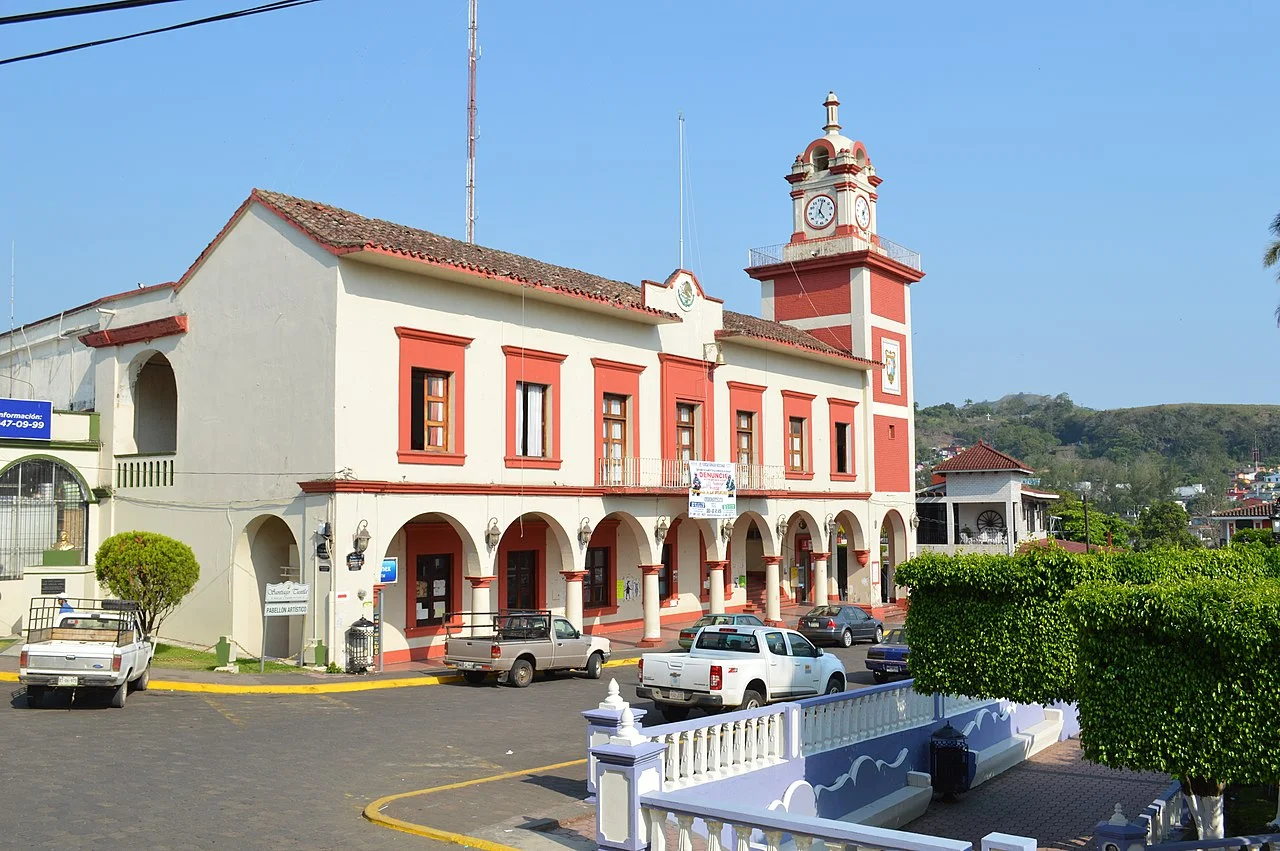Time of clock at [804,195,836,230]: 5:03
